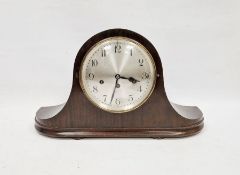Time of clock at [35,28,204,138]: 3:32
